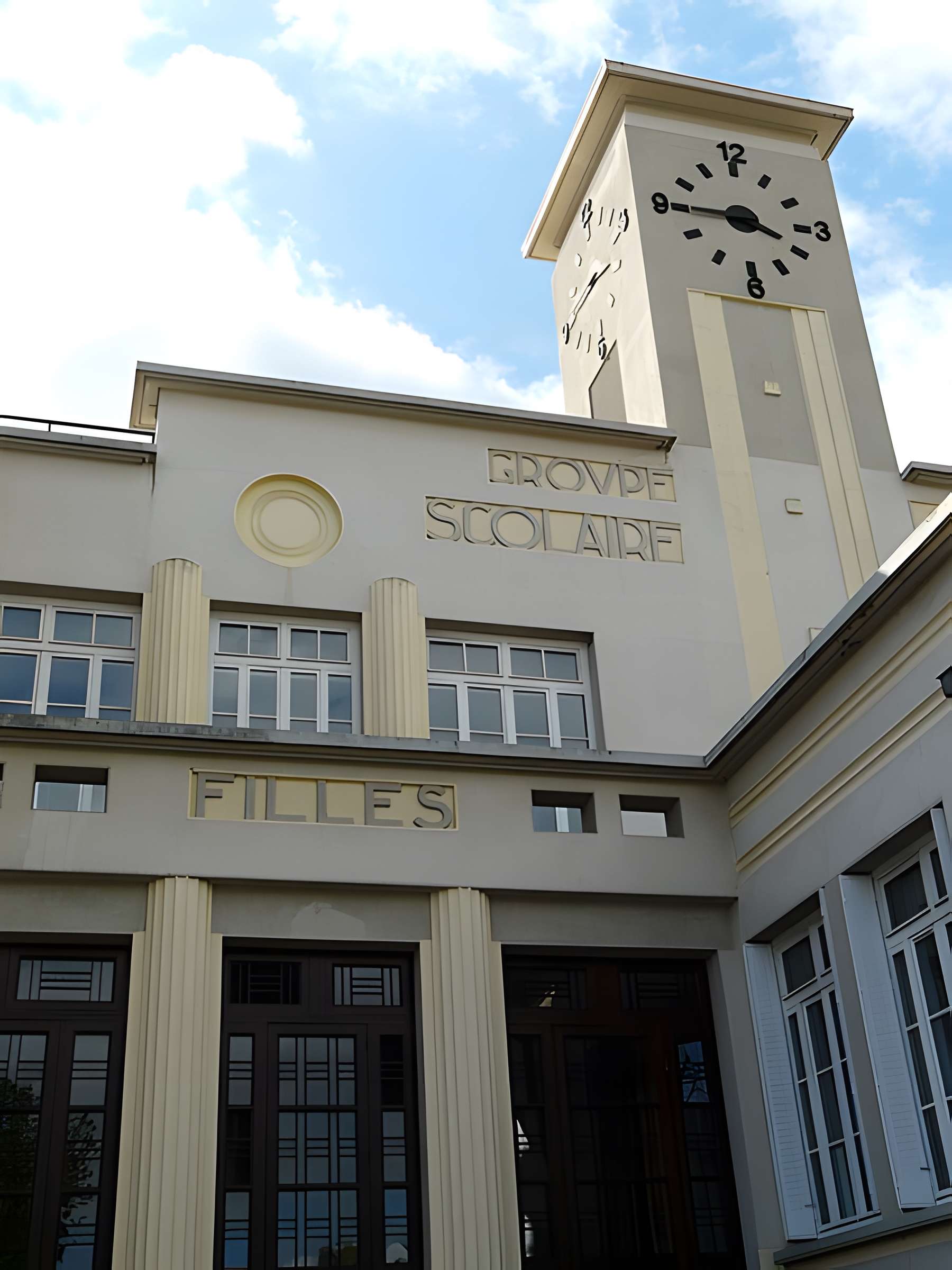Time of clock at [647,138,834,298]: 3:45
